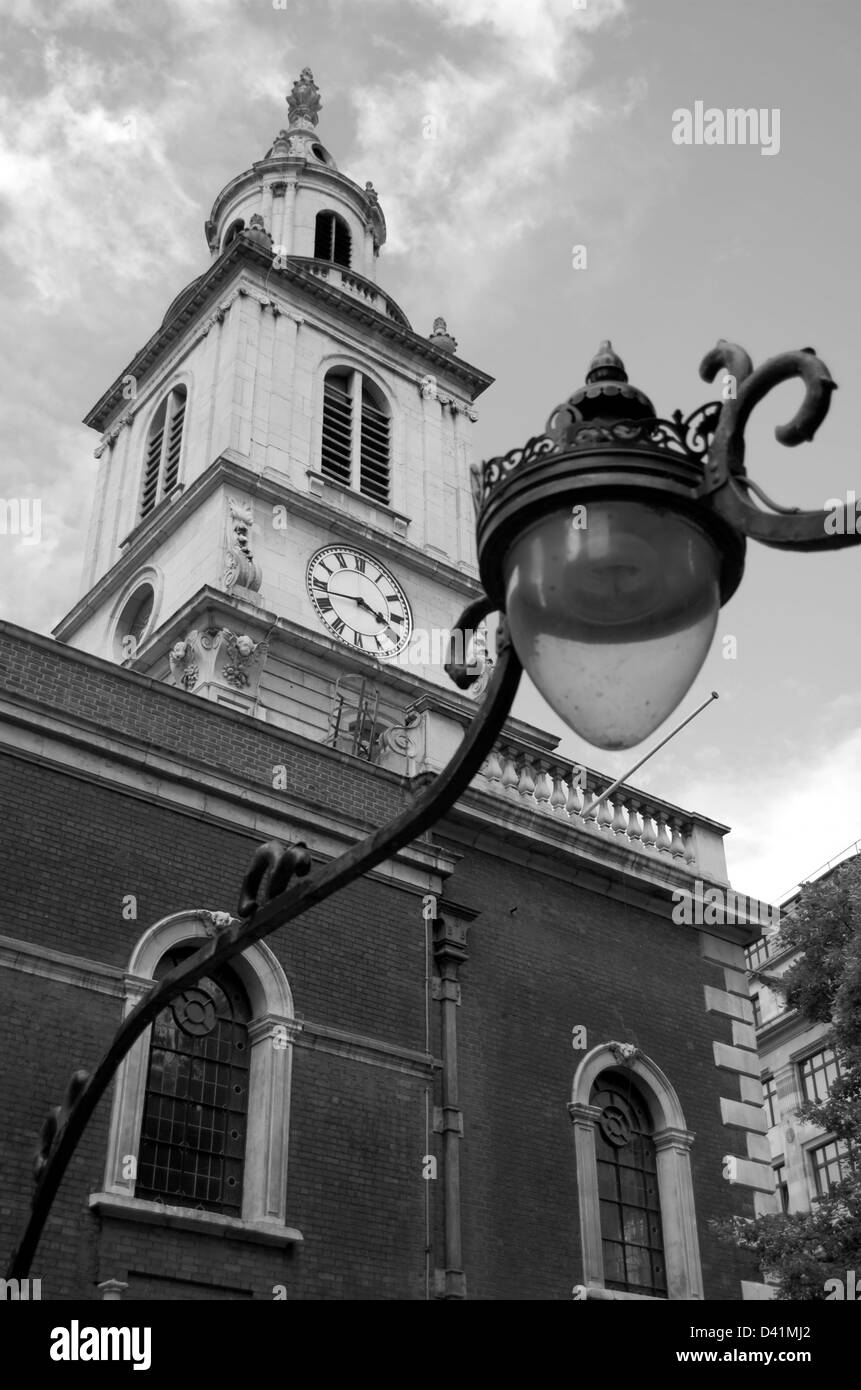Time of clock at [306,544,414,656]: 3:43
